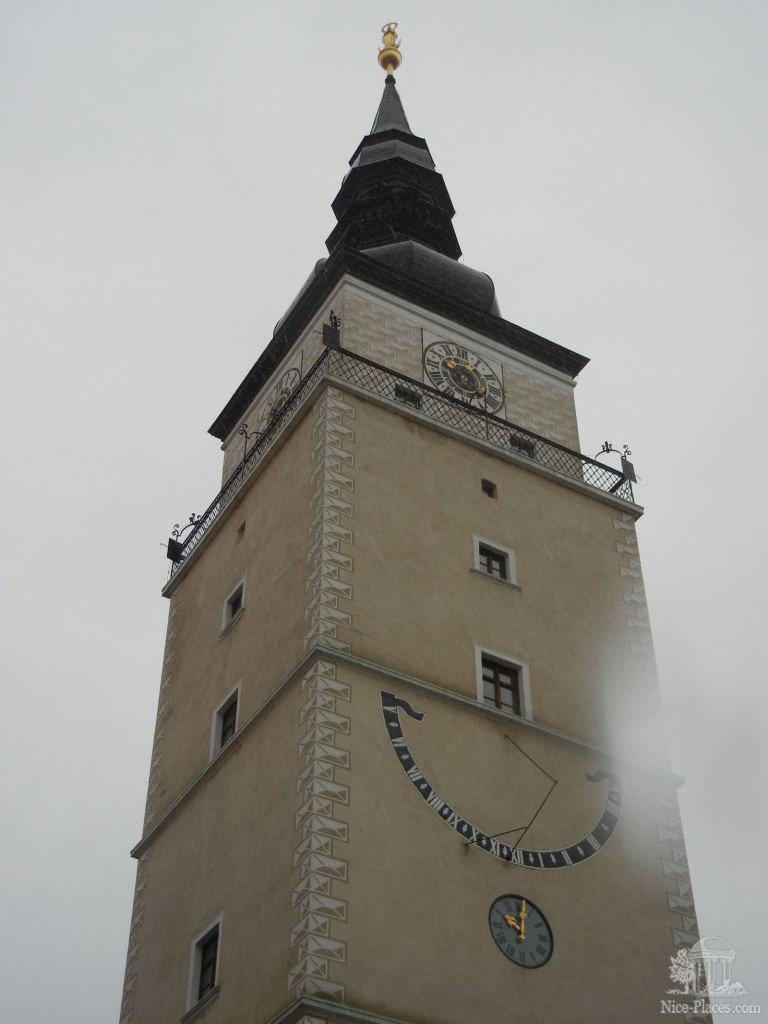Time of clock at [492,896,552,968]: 10:02
